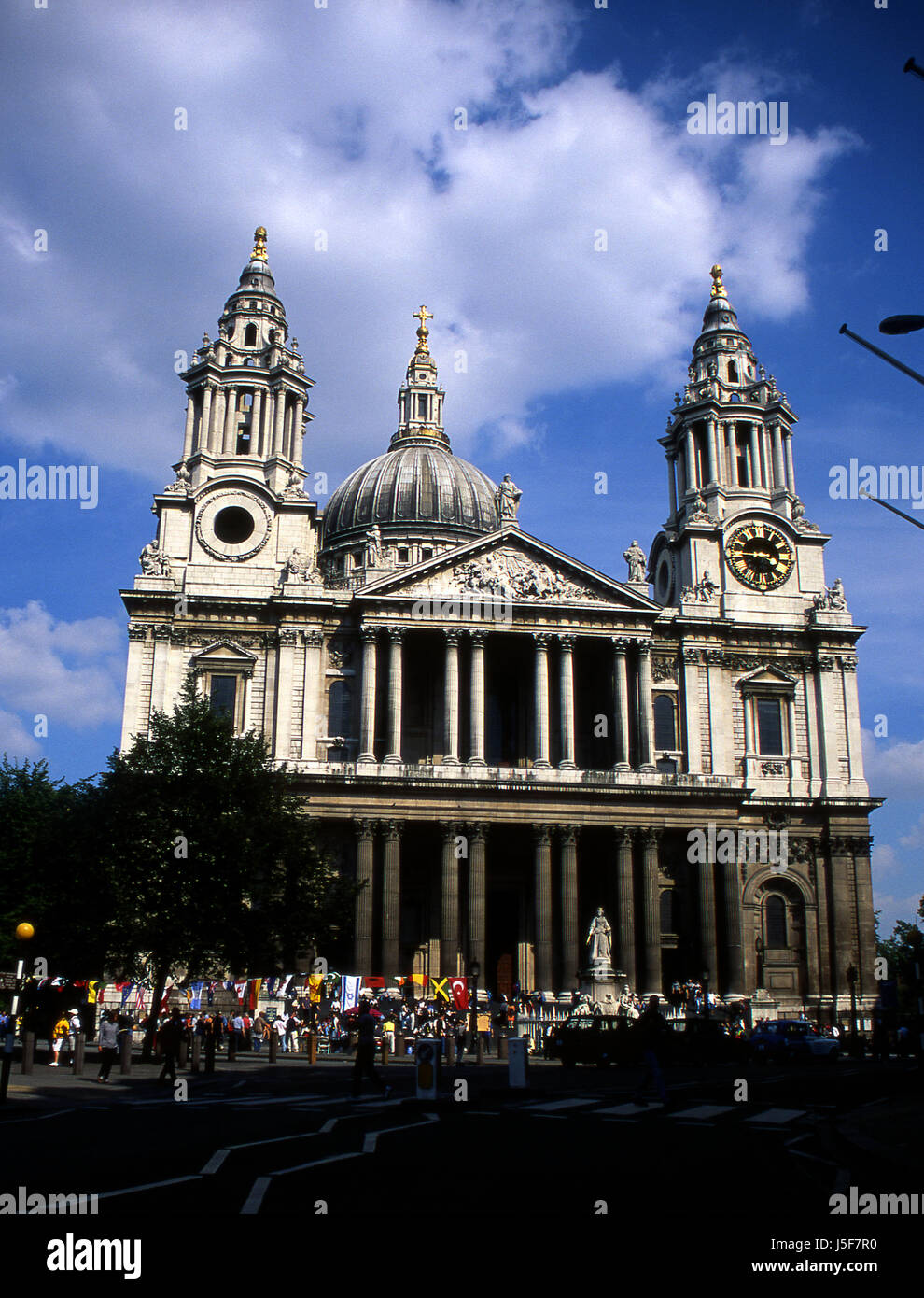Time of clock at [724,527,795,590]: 3:45
